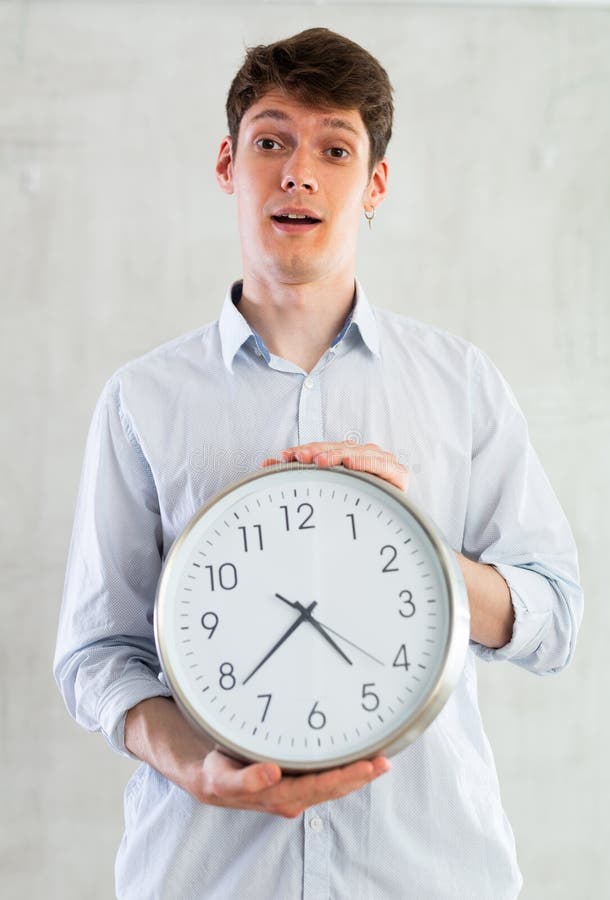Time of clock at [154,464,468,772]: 4:38
